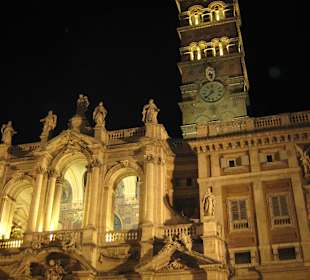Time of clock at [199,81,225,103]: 7:37
